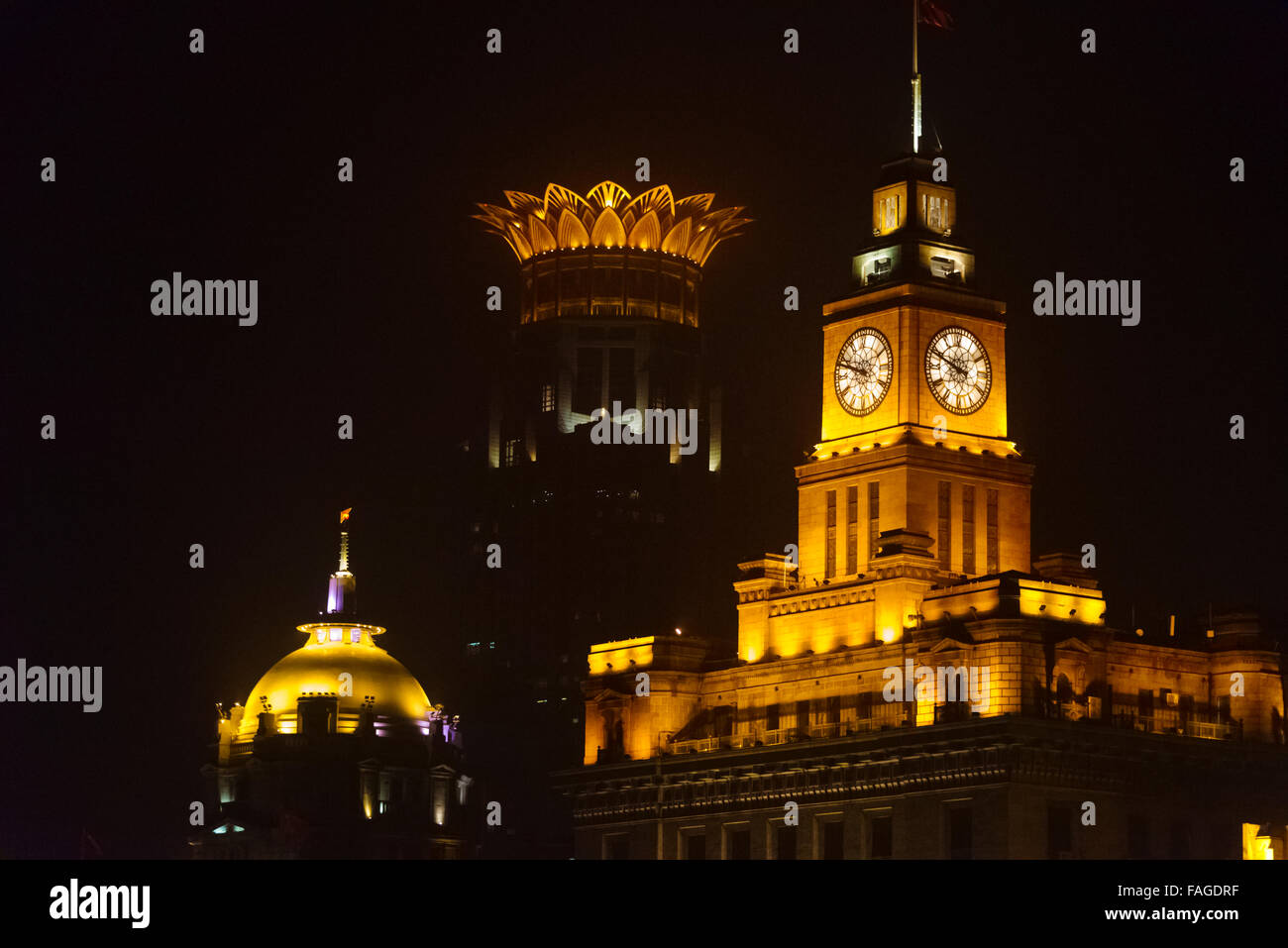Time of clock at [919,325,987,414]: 9:48
